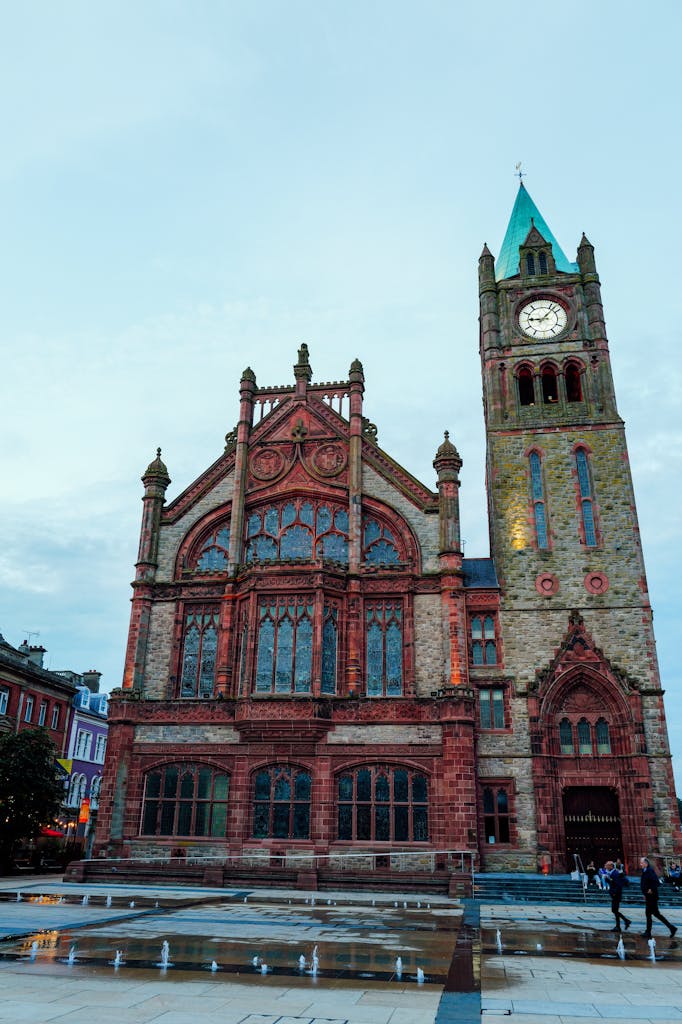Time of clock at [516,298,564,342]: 9:07
